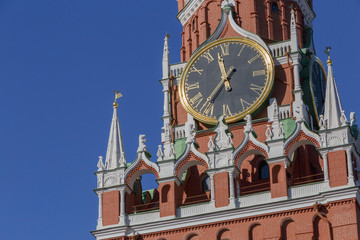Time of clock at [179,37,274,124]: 11:35
